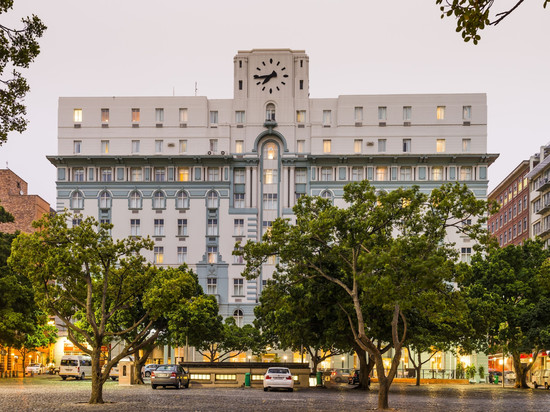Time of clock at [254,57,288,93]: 7:44
